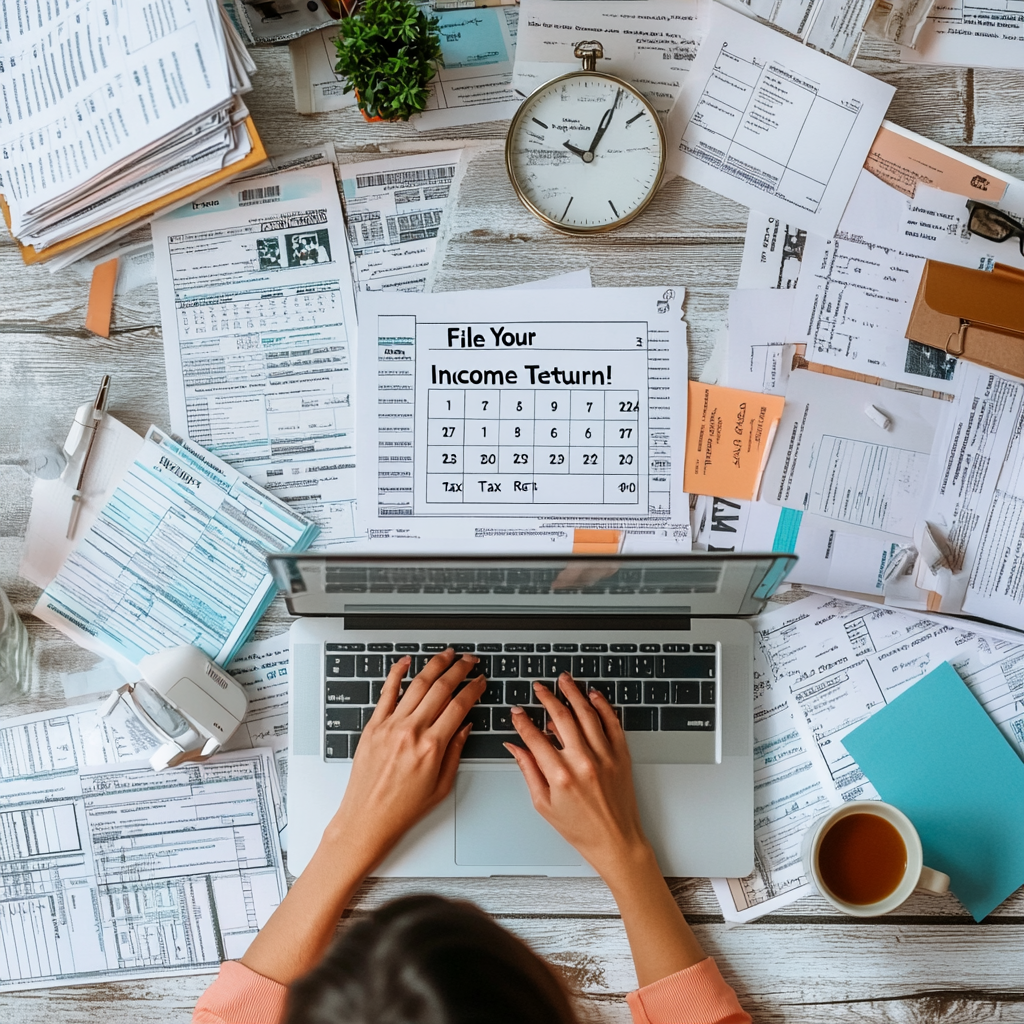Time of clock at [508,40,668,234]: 10:05
